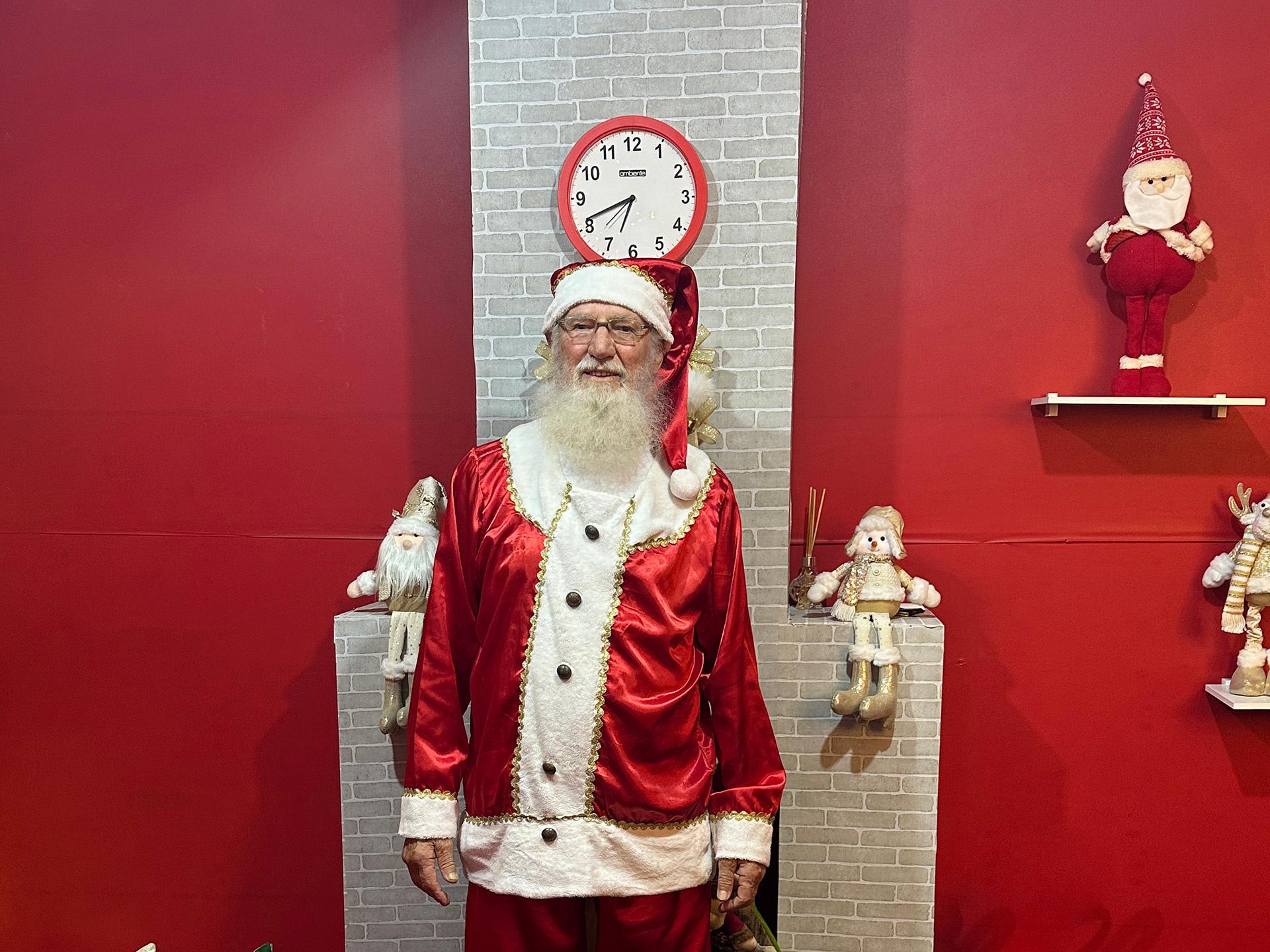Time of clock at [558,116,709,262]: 6:41
